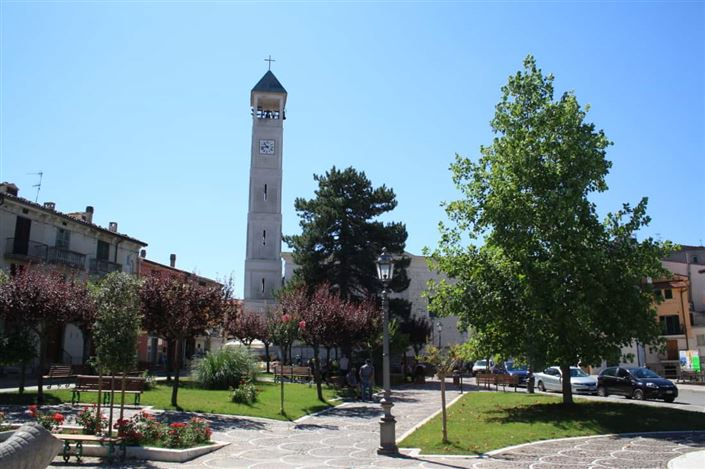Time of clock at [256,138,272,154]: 10:42
